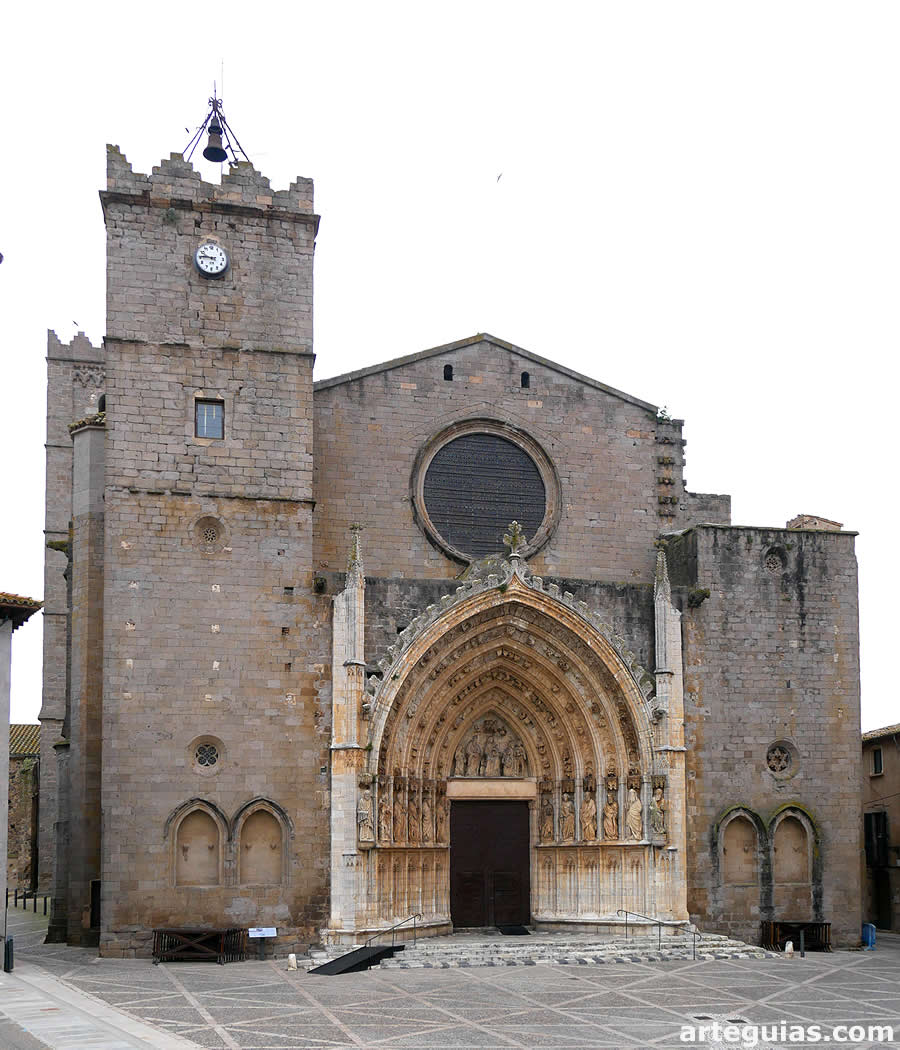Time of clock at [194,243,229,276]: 9:45
